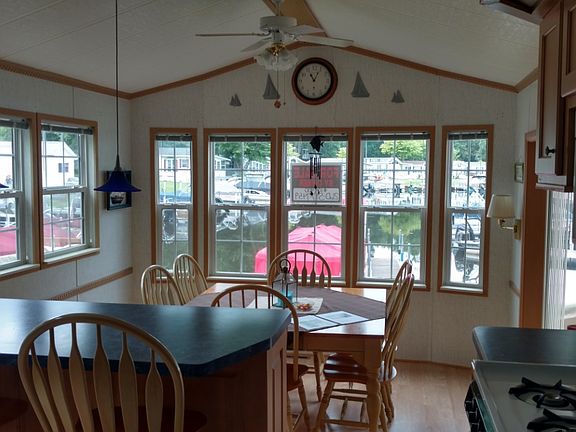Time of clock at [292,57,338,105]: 11:04
